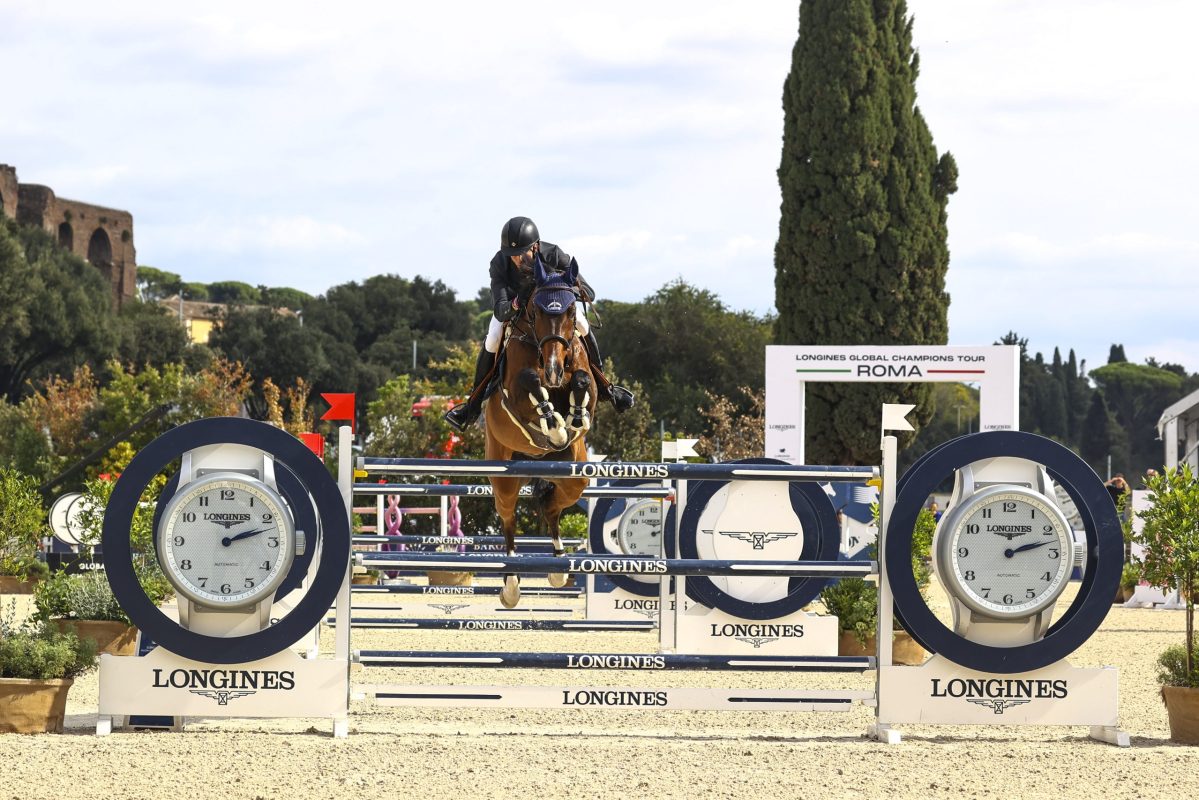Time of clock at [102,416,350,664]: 2:12
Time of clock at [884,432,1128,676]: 2:12
